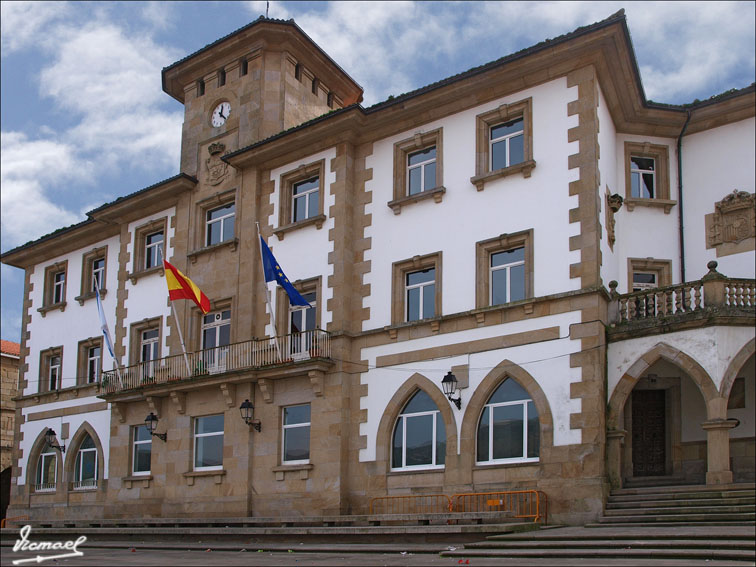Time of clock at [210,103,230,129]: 12:22
